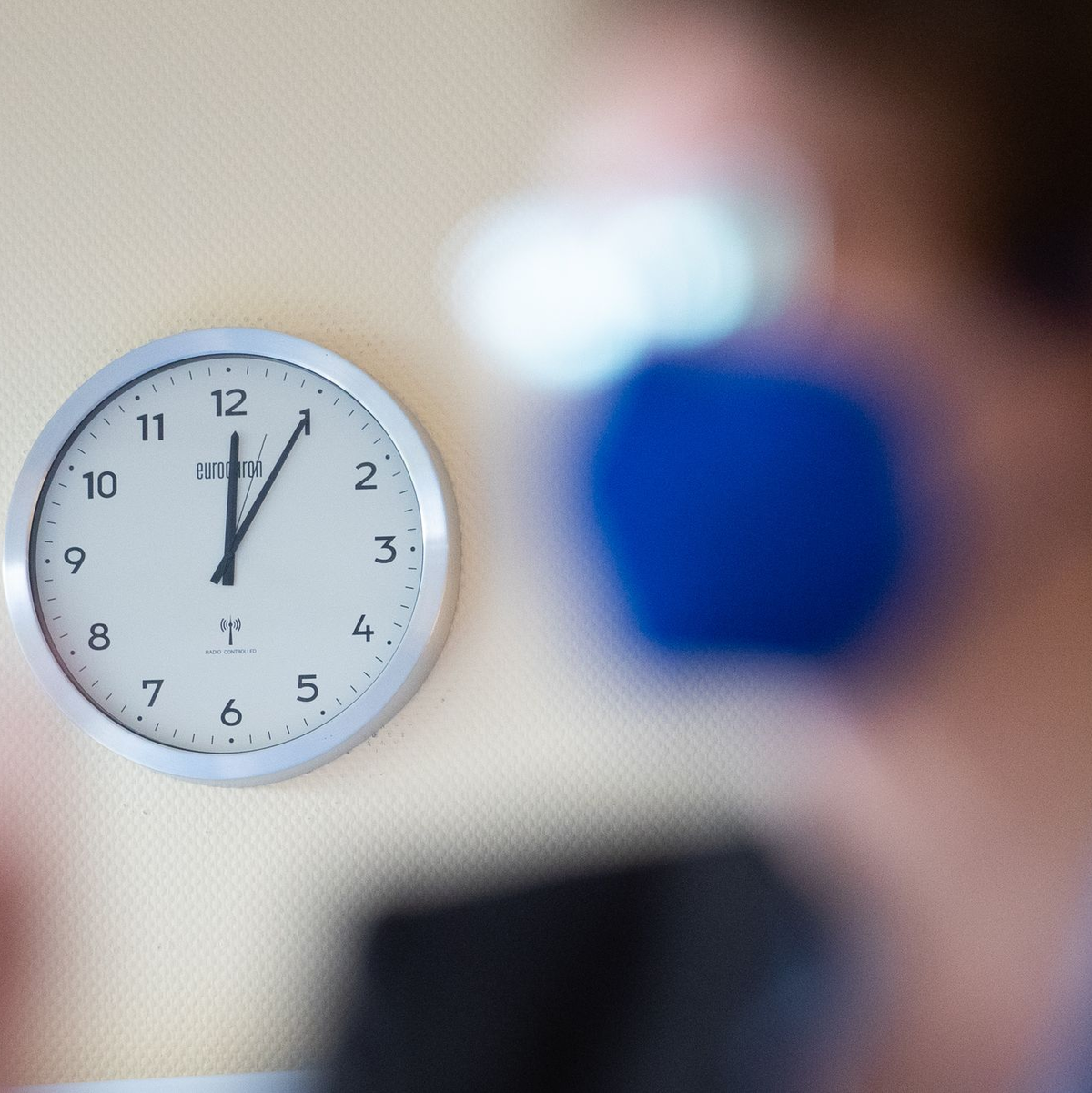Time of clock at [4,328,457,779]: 12:04
